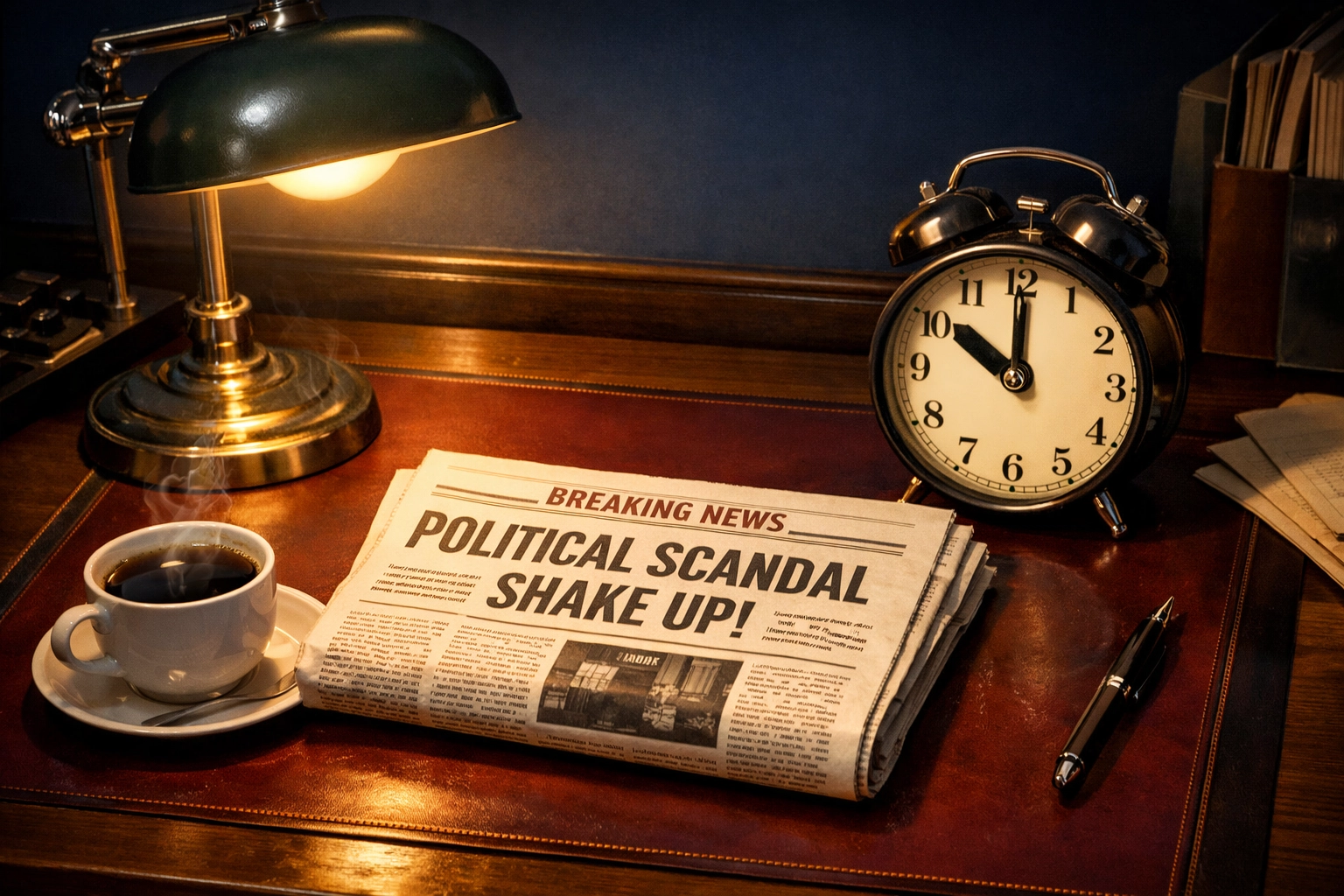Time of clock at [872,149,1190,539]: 10:00
